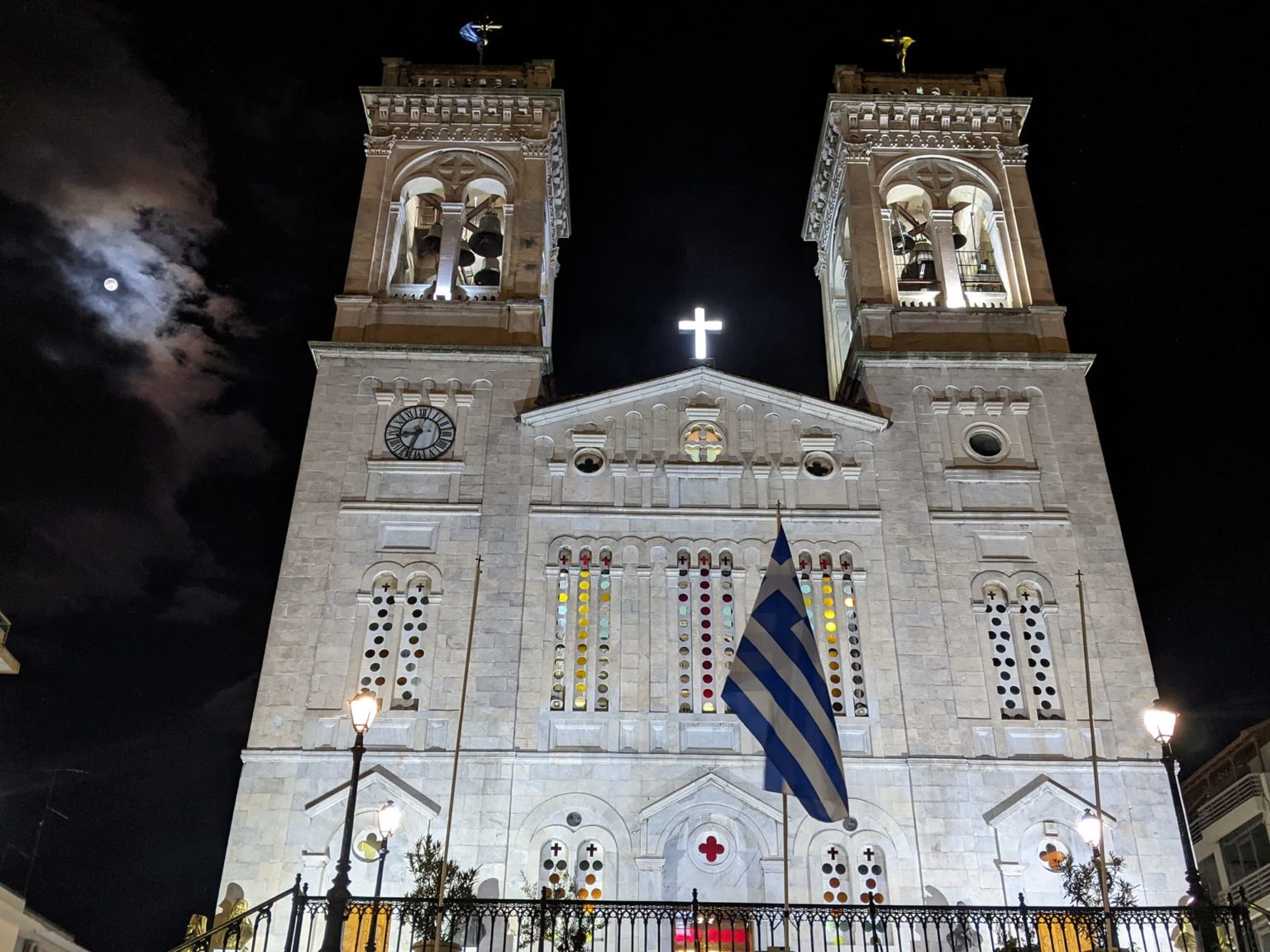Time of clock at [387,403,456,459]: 8:33
